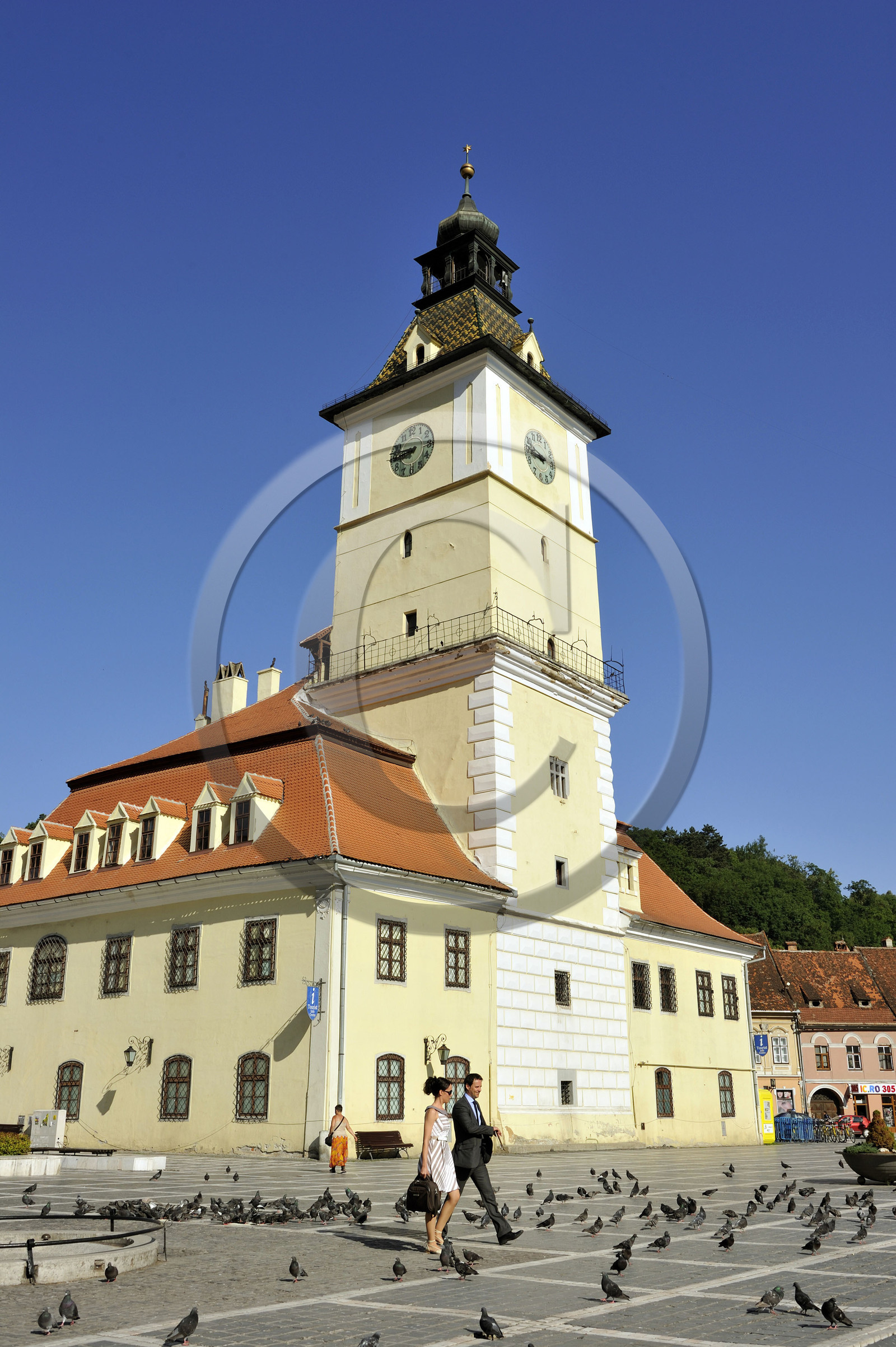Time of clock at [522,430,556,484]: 8:47
